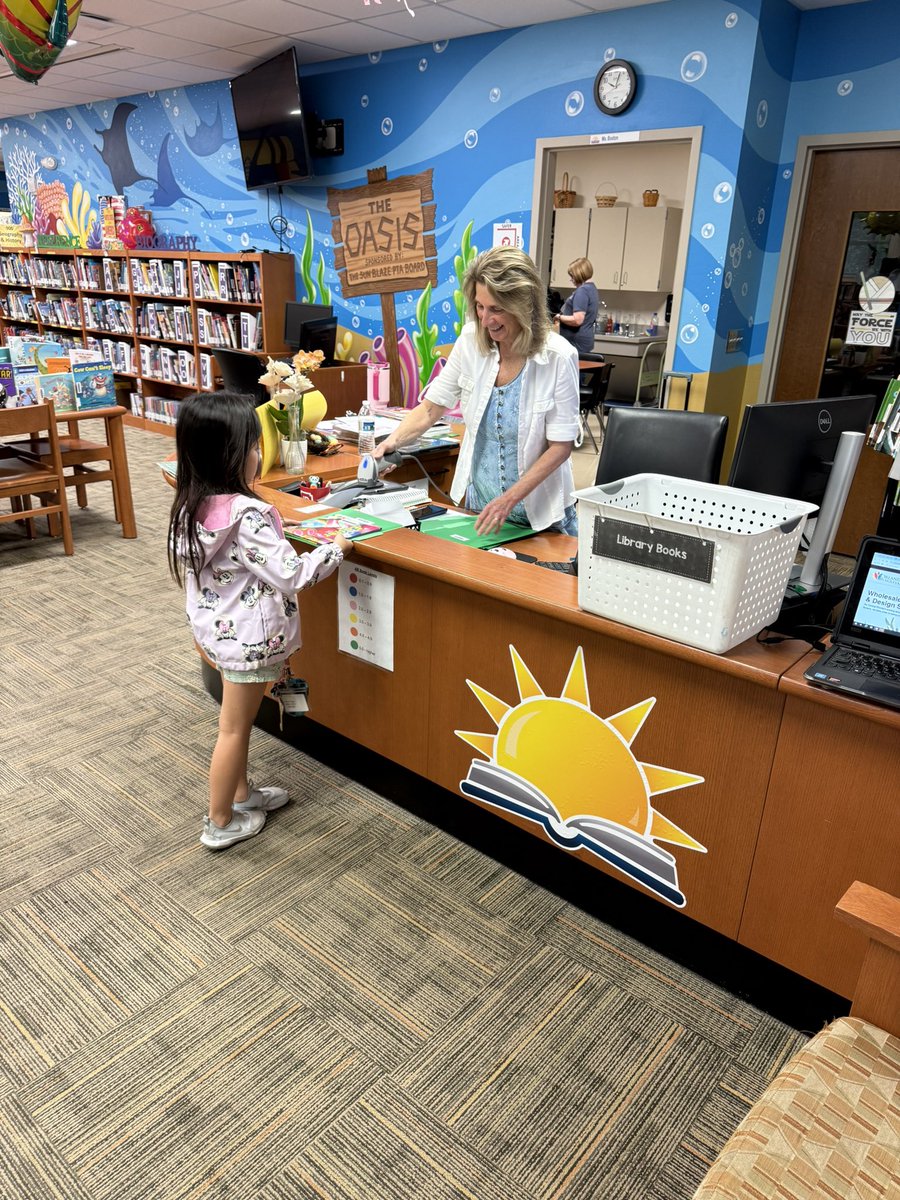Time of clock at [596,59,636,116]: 10:02
